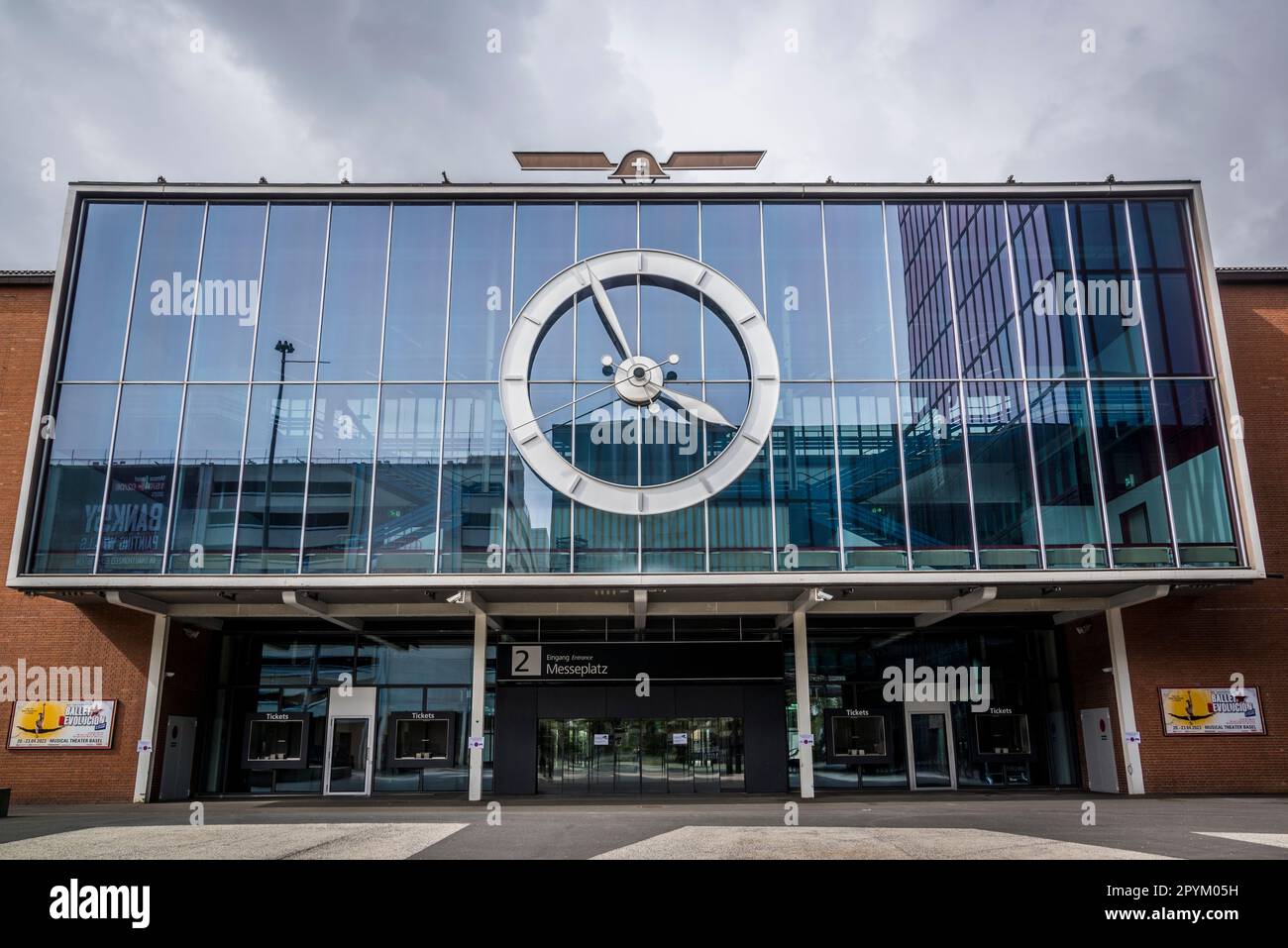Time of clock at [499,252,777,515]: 3:55
